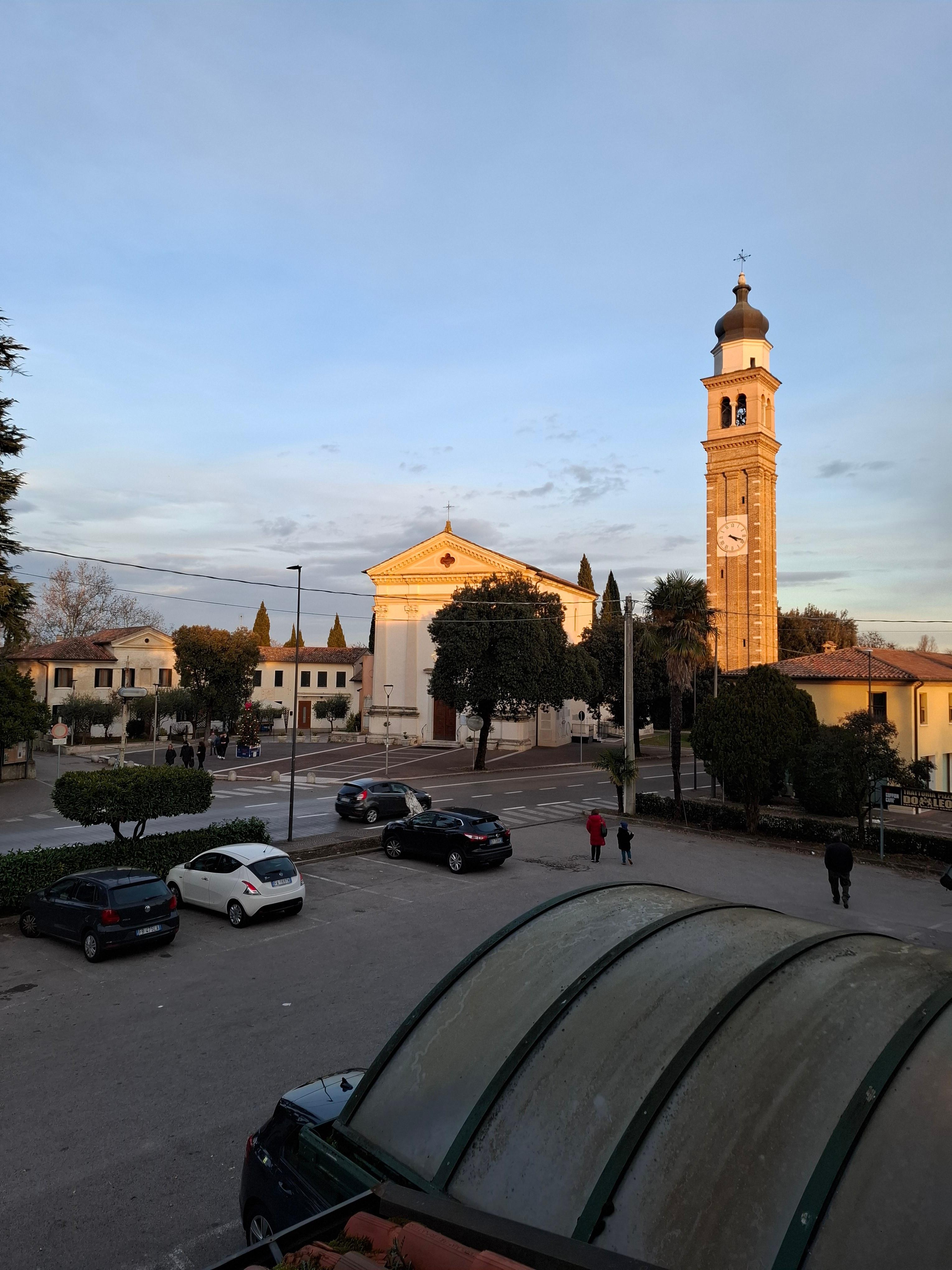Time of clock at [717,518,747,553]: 4:18
